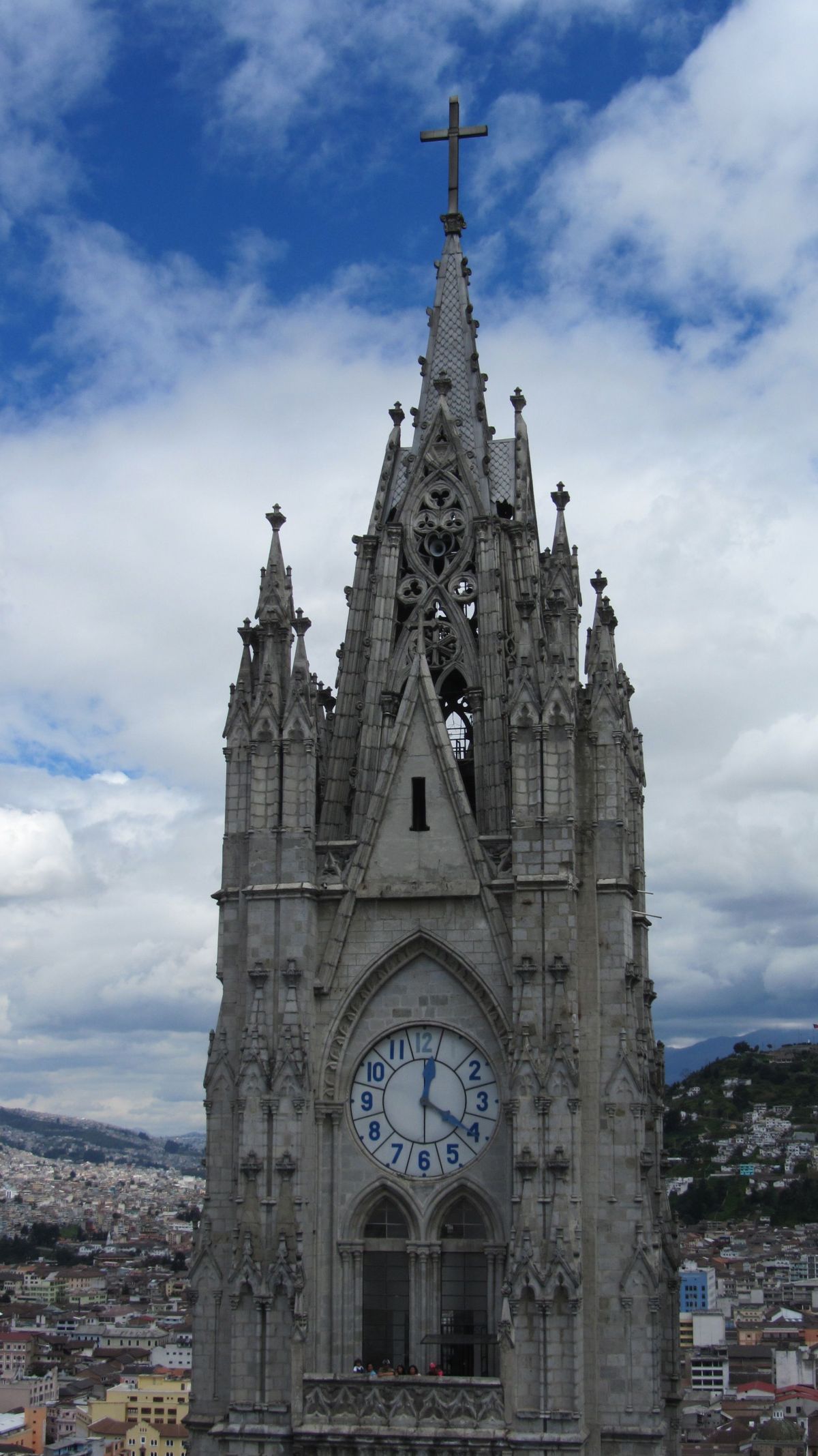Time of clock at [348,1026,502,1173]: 12:20
